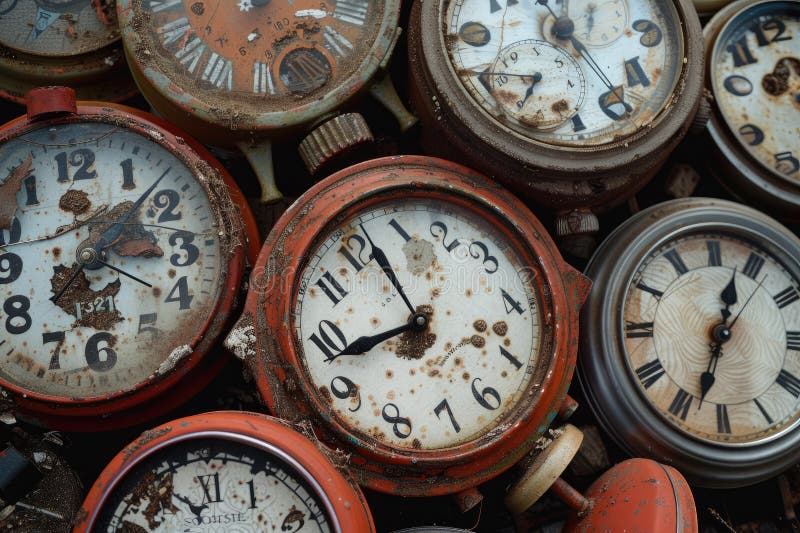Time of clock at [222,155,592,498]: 11:42
